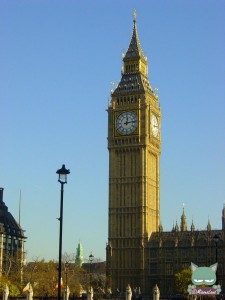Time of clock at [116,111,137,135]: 12:13
